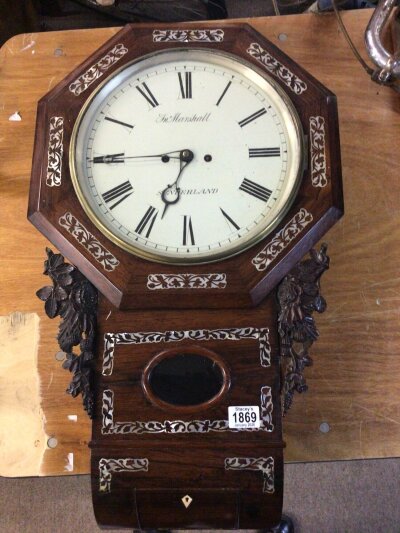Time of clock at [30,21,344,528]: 6:44
